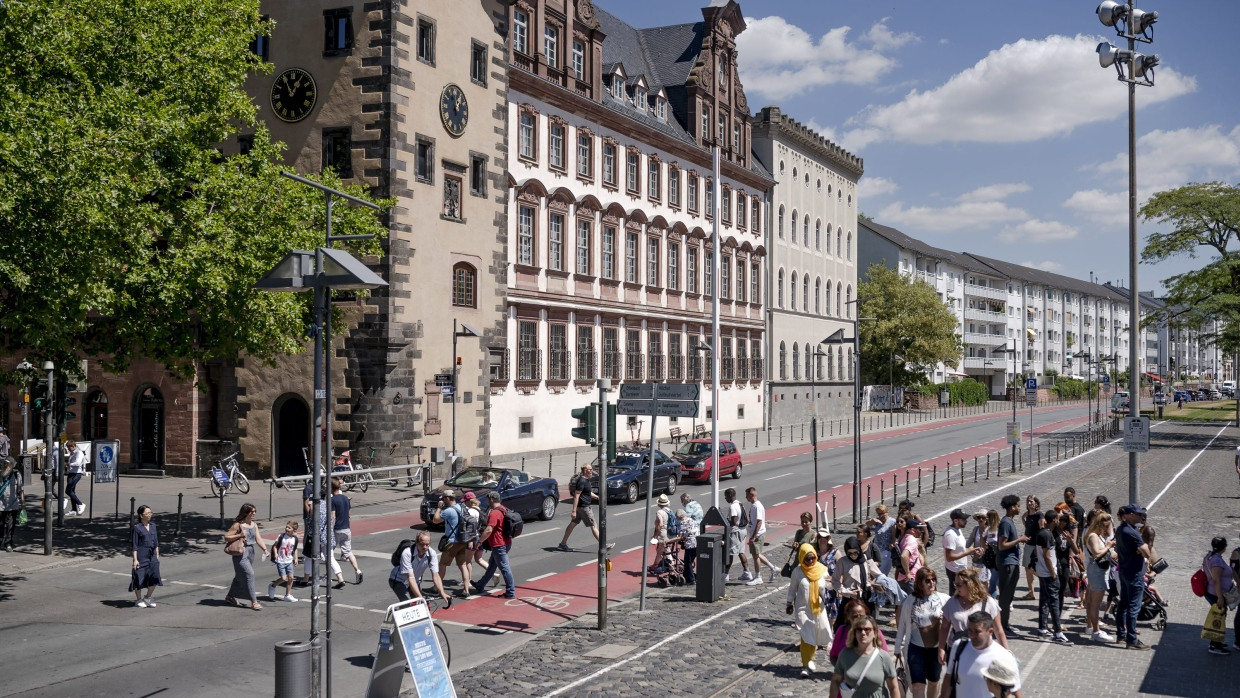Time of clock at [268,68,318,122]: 12:55
